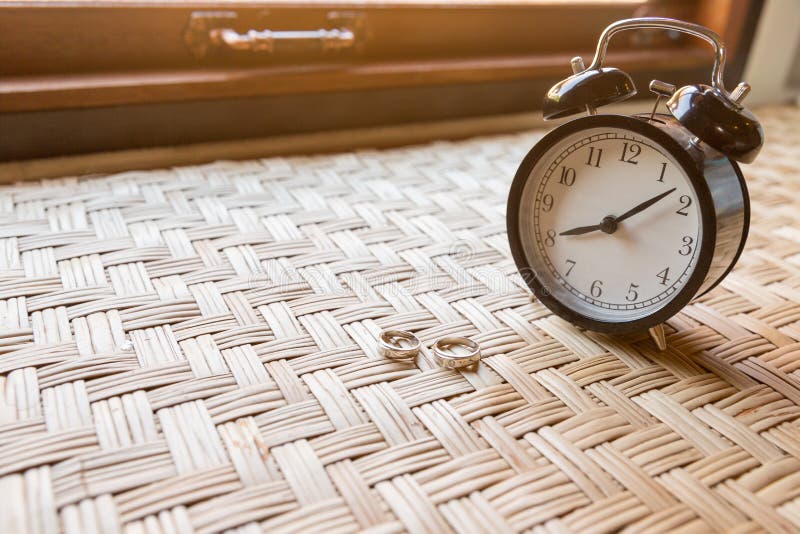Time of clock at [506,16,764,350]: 8:08
